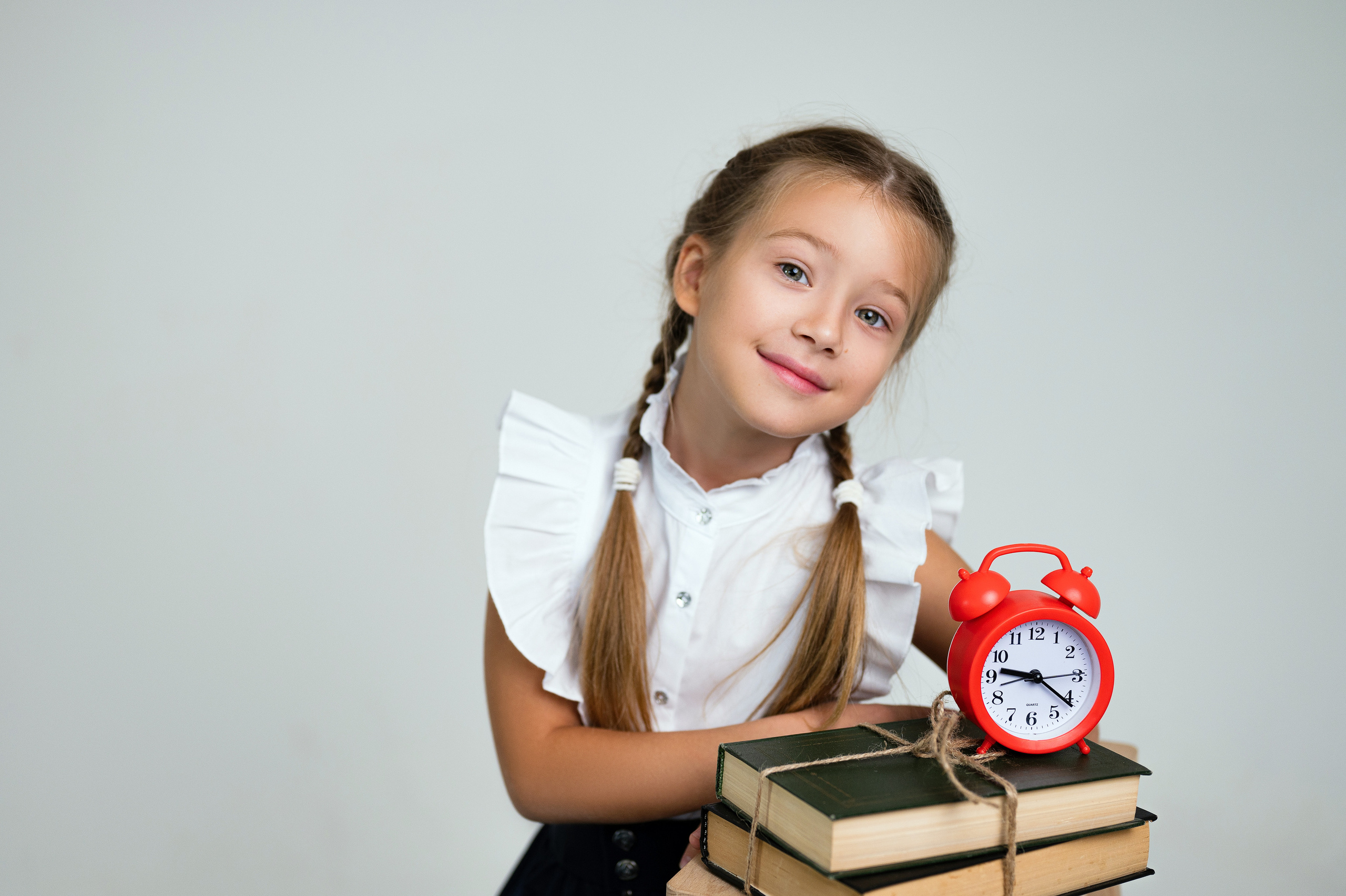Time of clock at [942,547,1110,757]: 9:21
